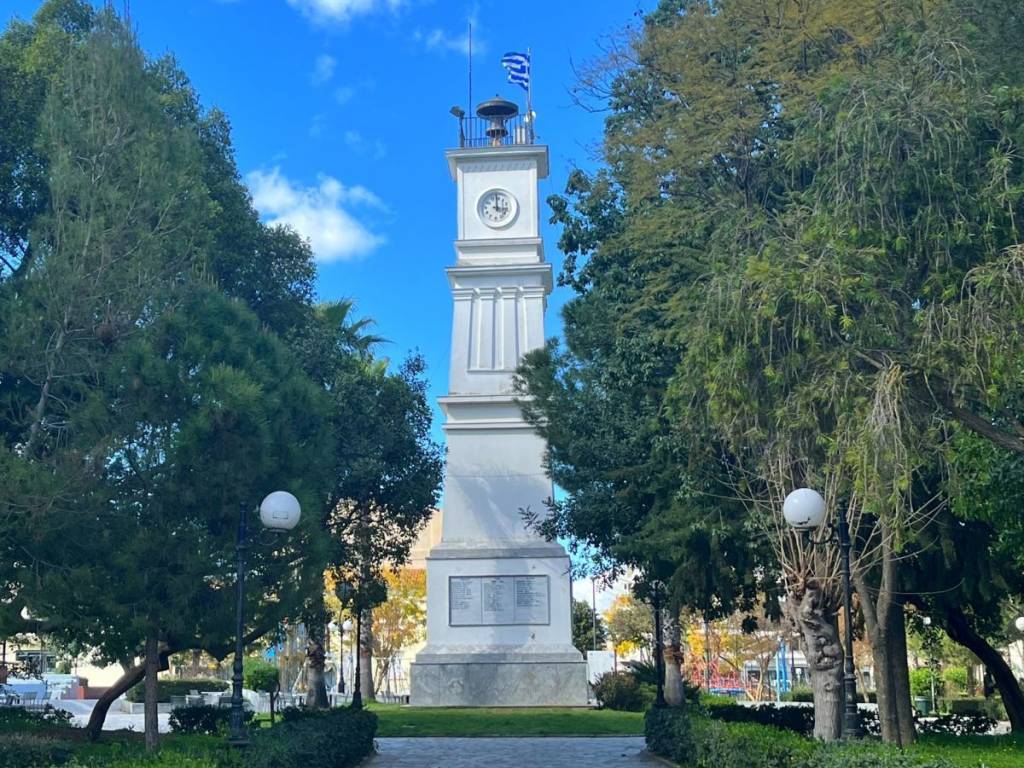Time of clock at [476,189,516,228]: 2:58
